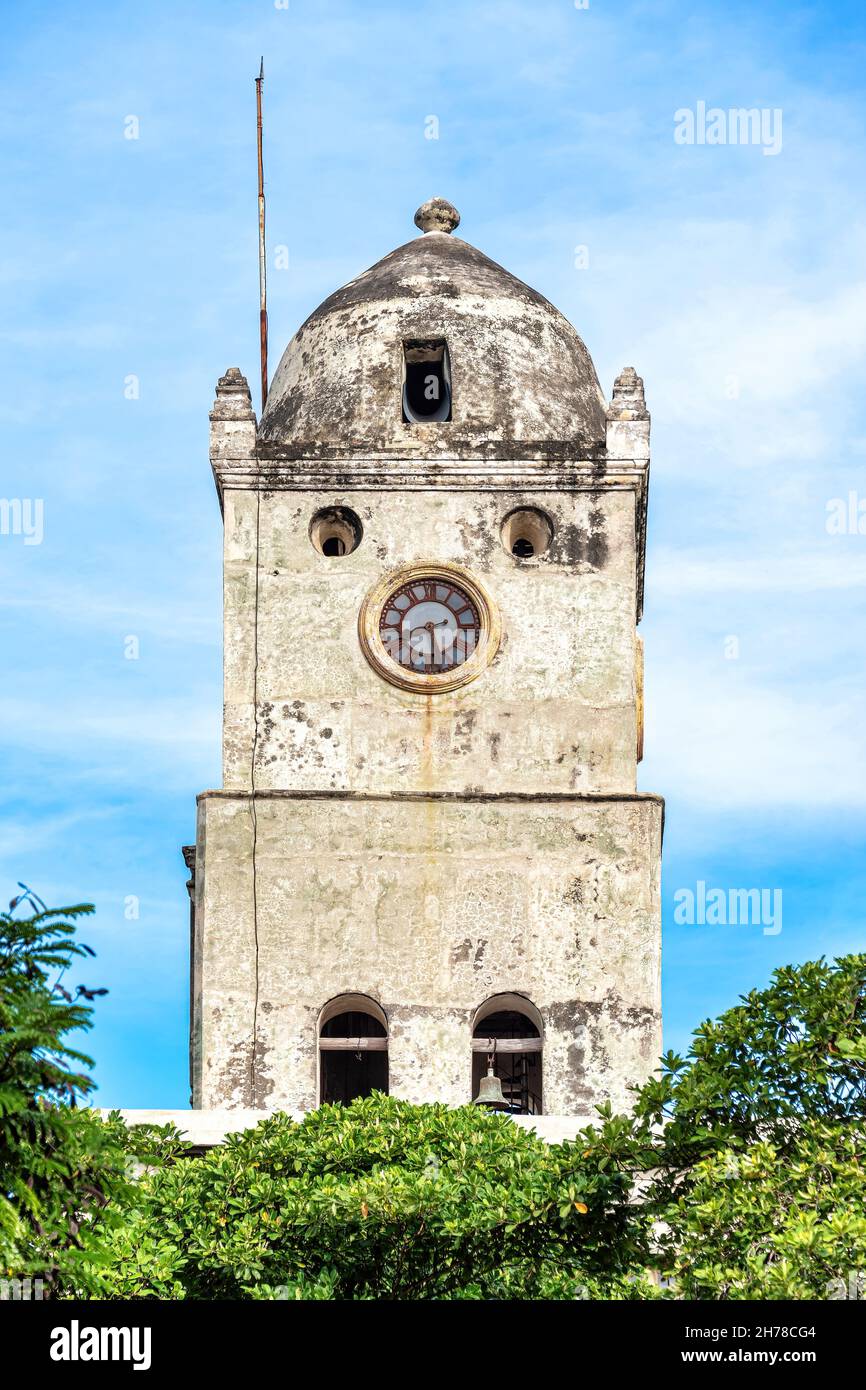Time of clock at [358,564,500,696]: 2:29
